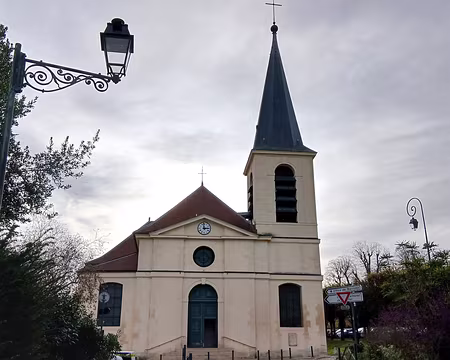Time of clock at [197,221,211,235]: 2:58
